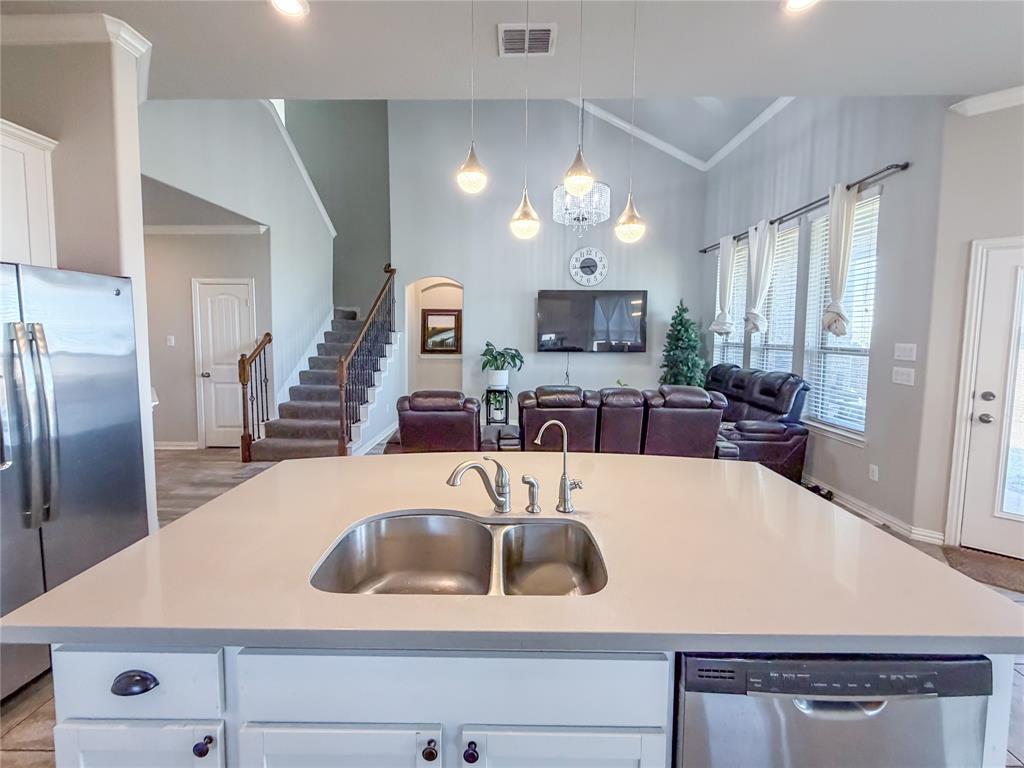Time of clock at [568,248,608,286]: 4:44
